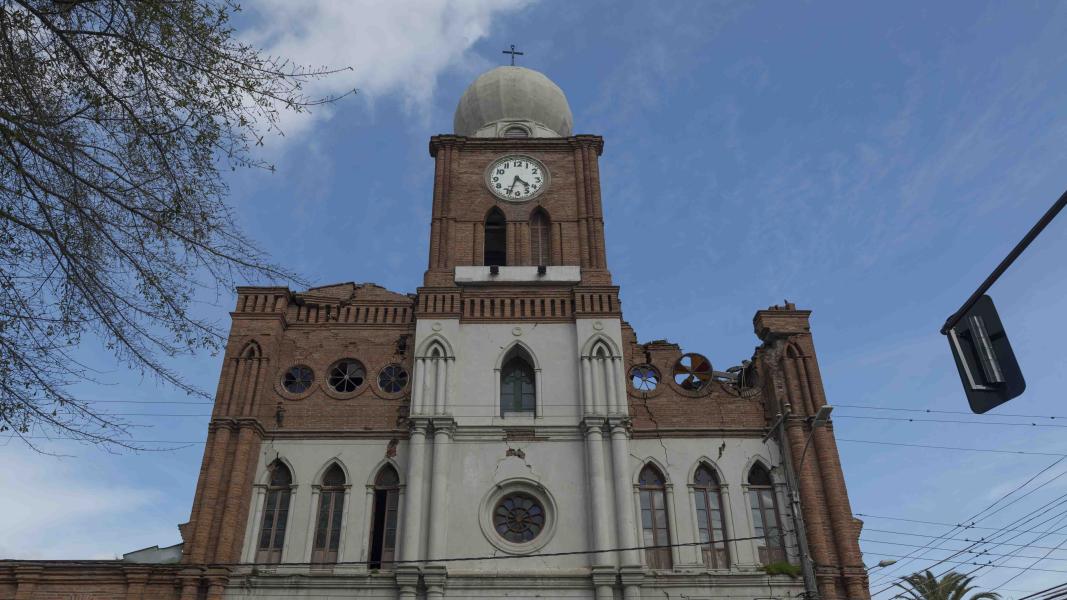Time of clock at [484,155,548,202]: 4:33
